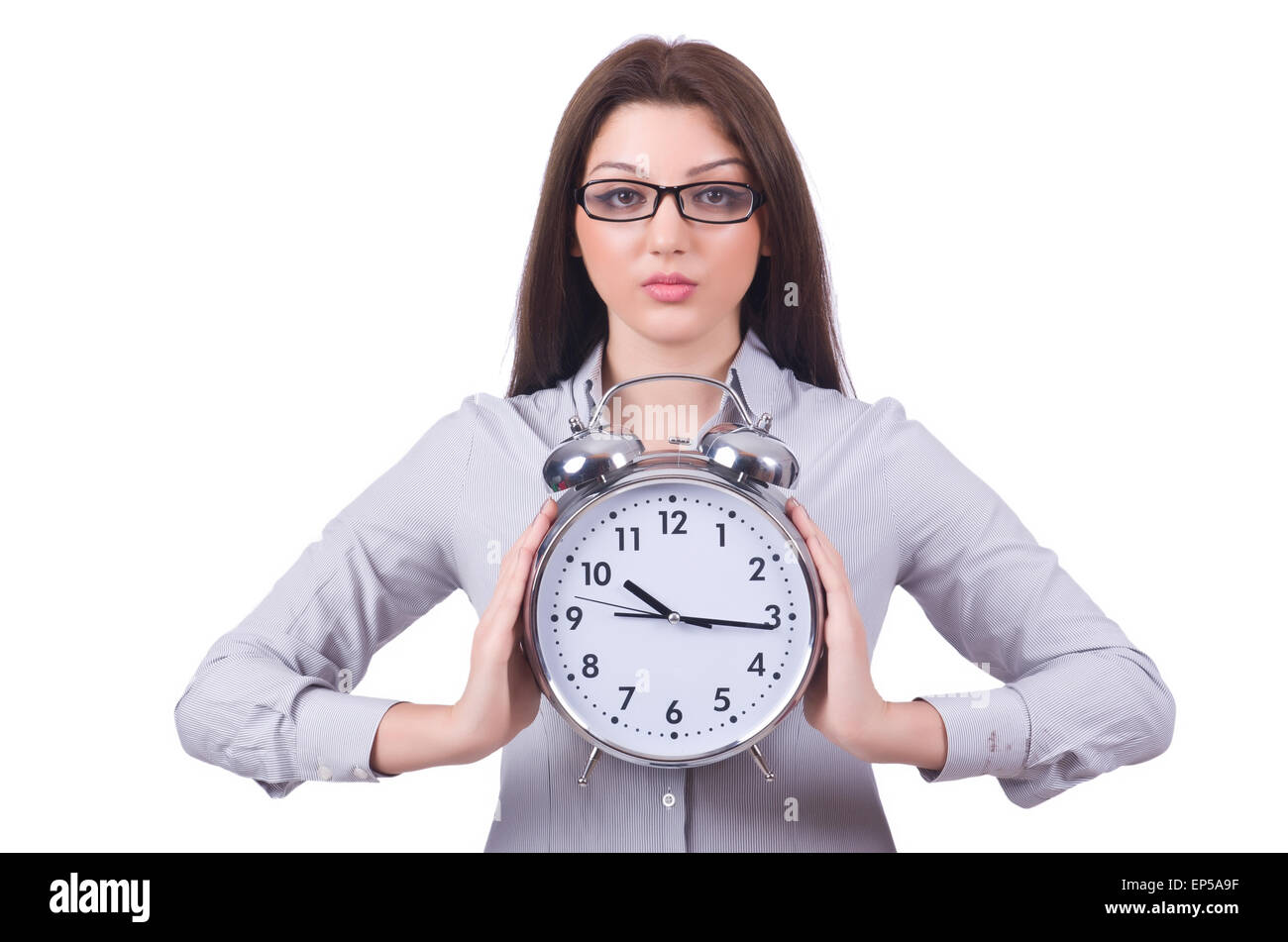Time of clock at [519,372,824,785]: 10:15
